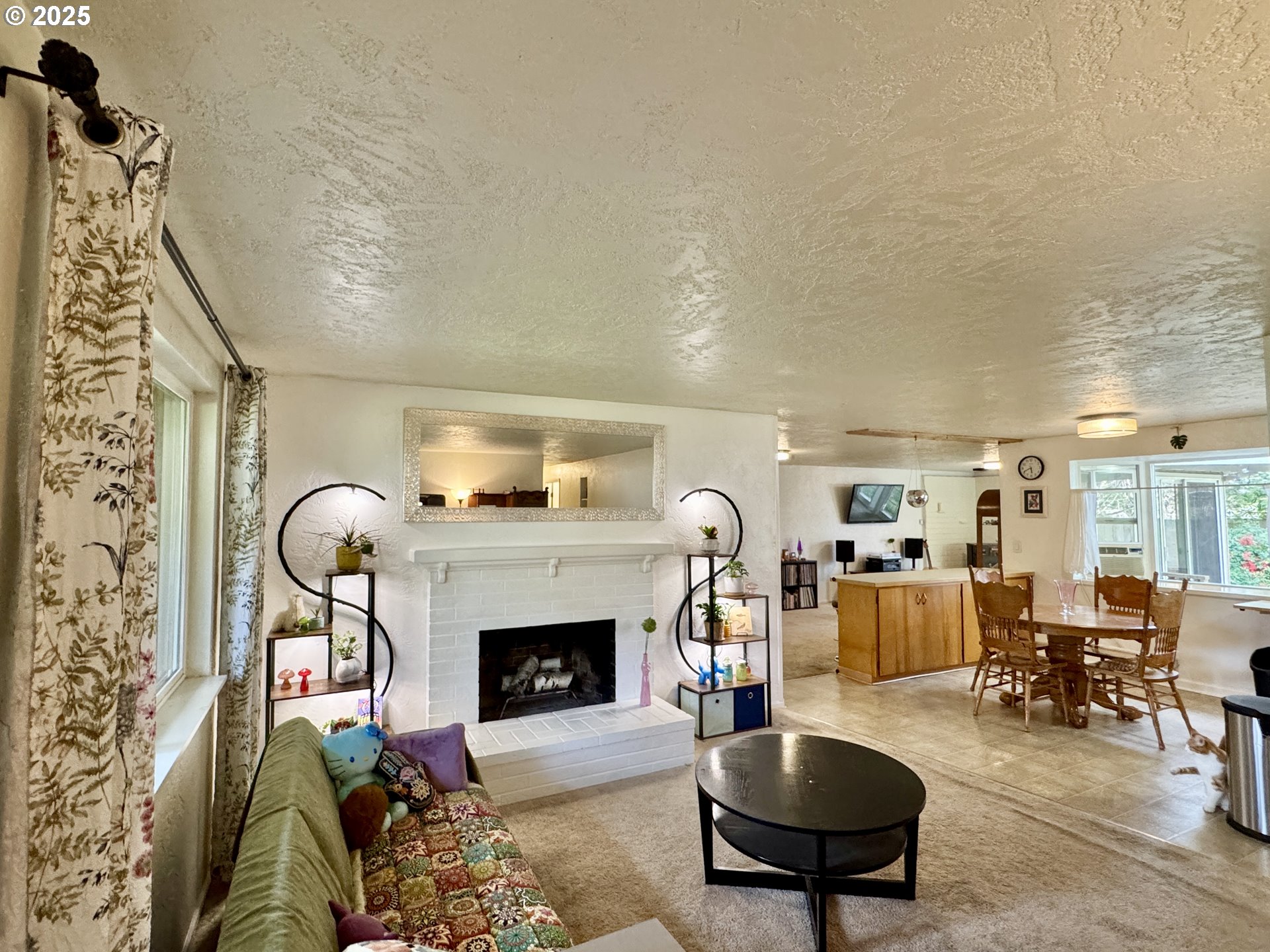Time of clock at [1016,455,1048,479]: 5:40
